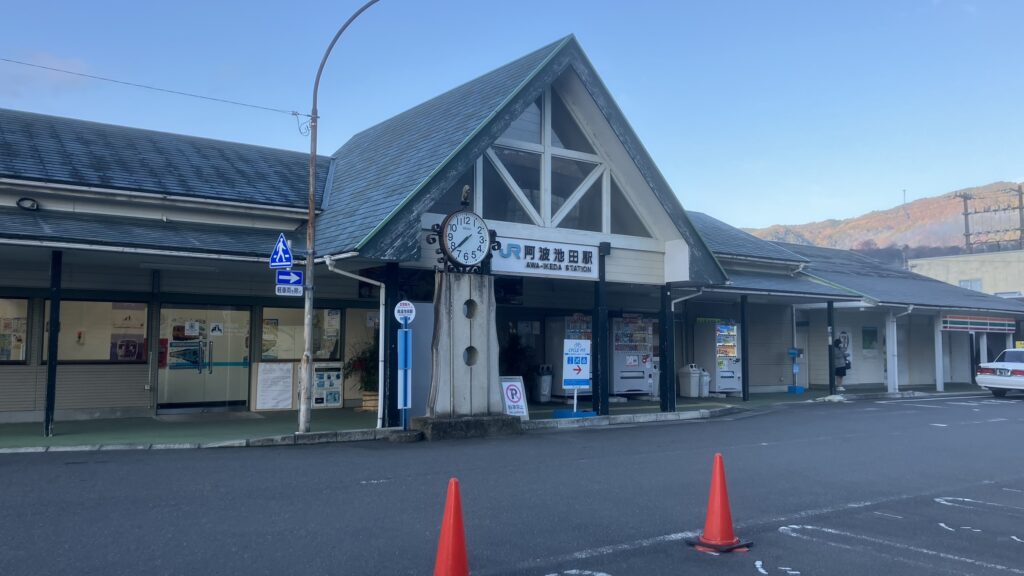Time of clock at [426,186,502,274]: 7:38
